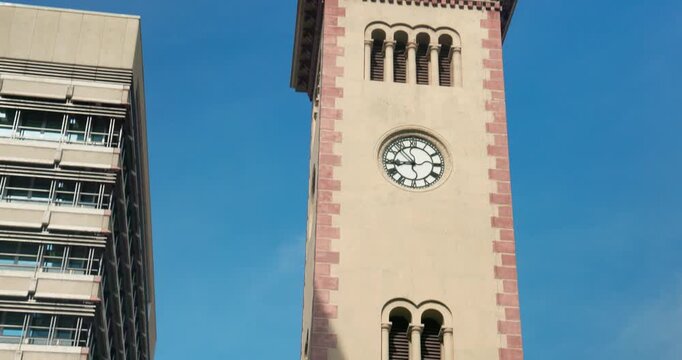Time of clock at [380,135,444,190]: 8:53
